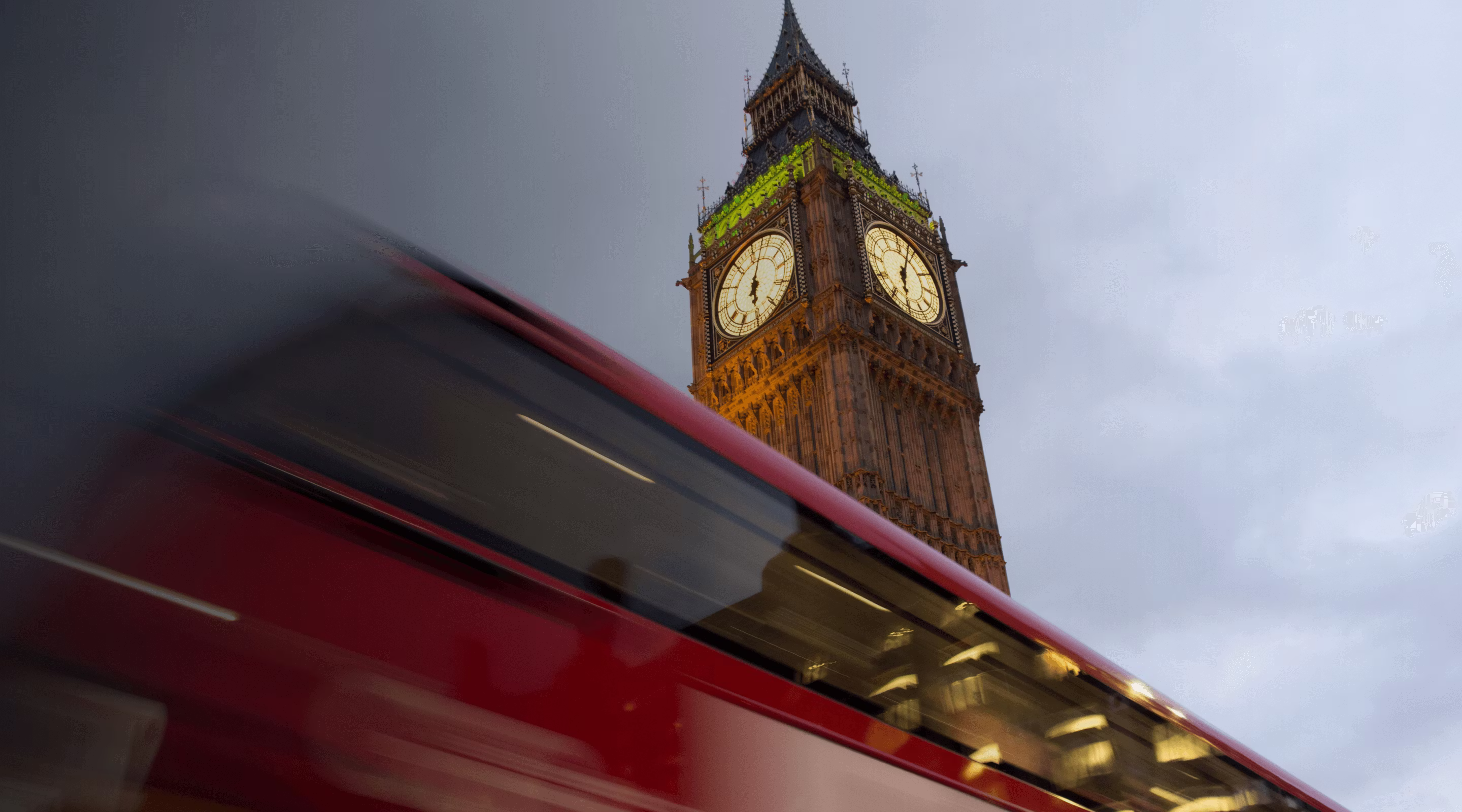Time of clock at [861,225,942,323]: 6:03
